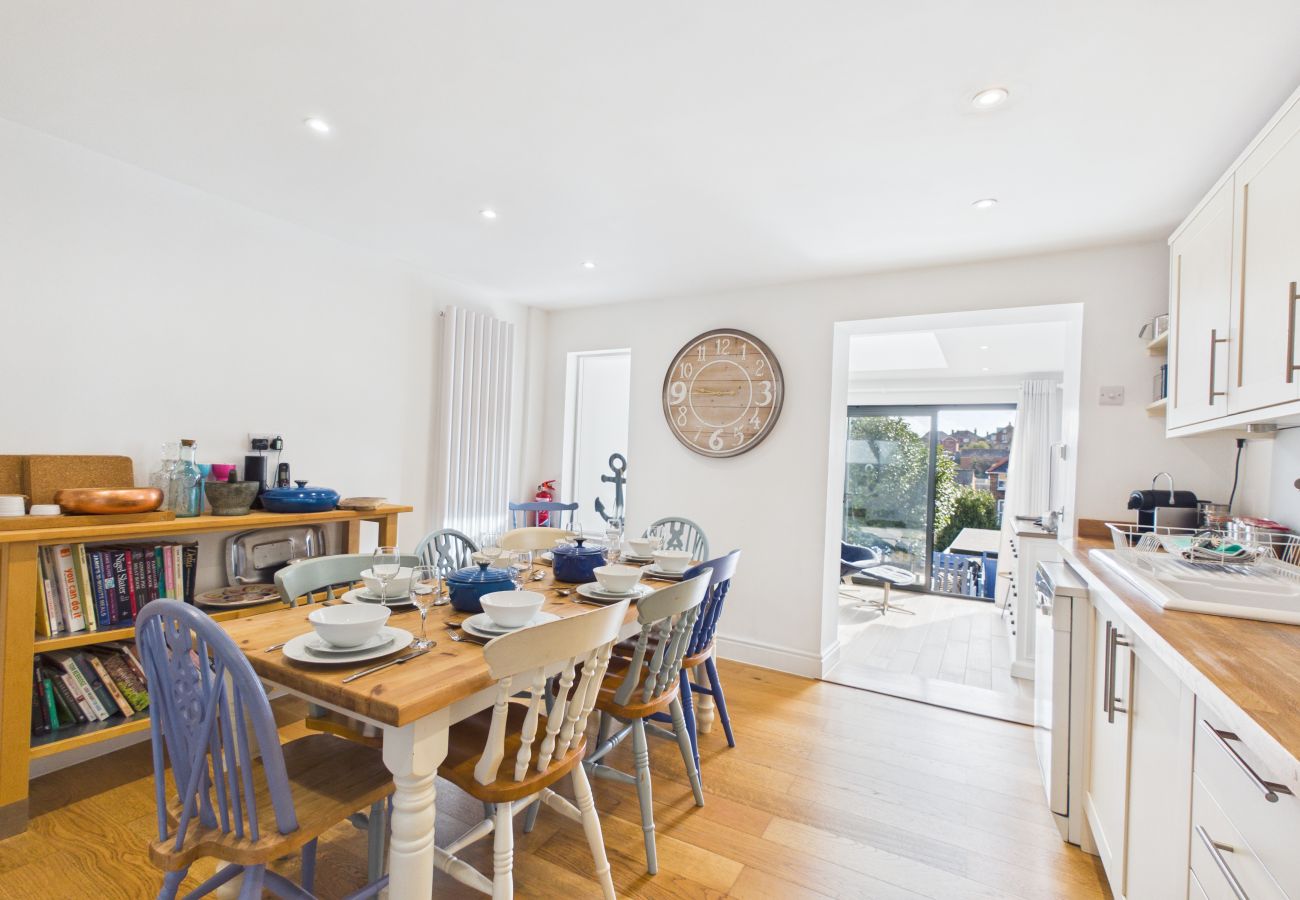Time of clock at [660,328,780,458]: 8:45
